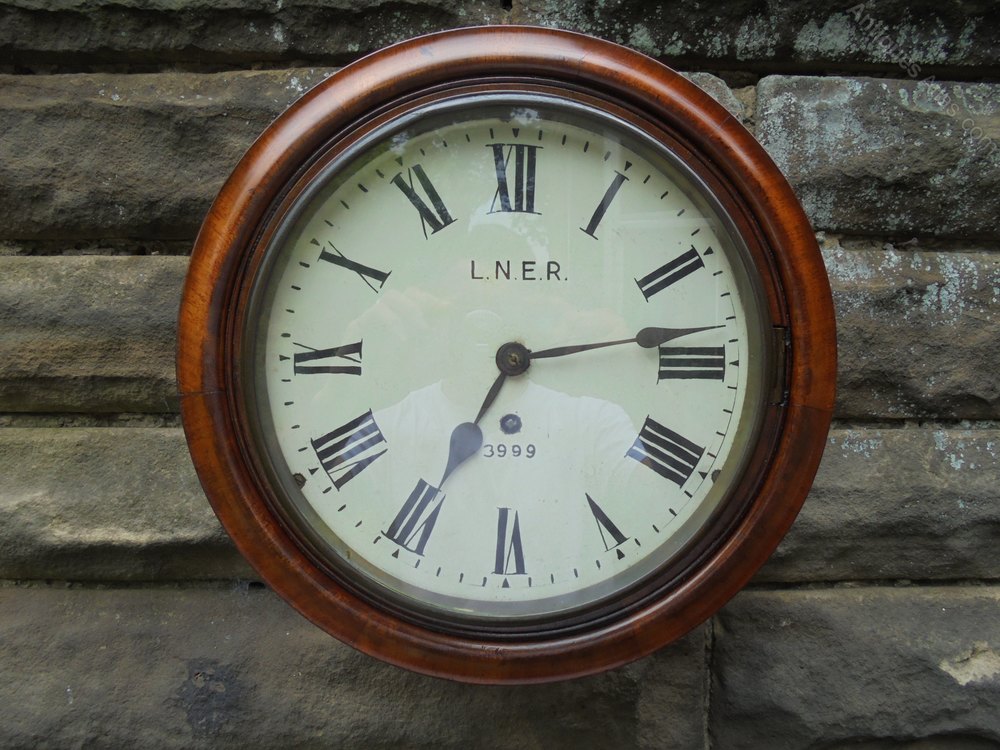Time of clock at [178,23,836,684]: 2:34
